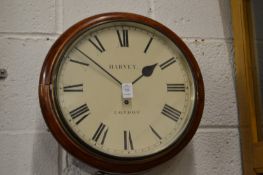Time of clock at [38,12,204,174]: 1:51
